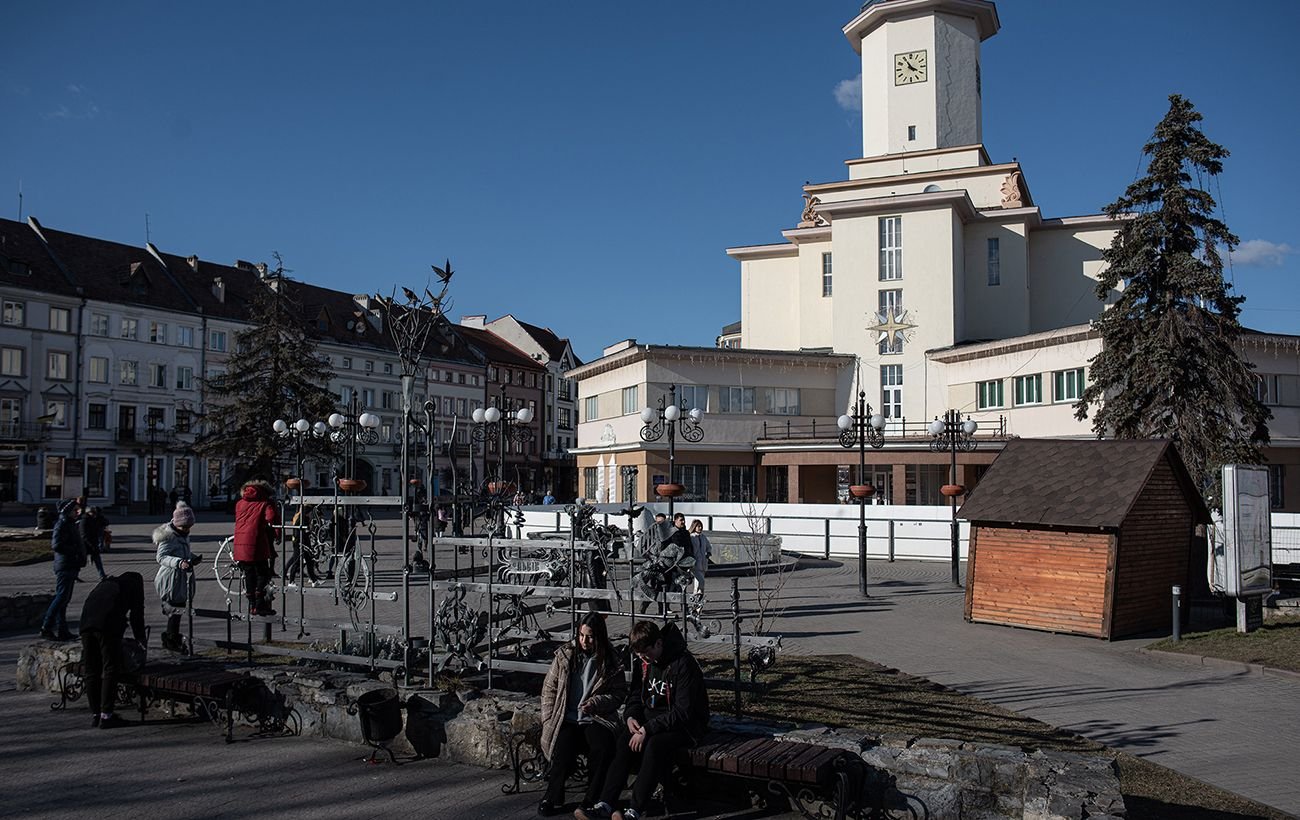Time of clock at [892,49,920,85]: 3:54
